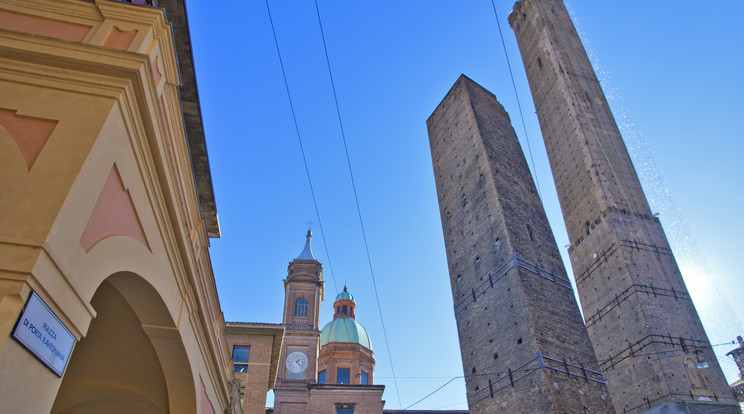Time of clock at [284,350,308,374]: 1:22
